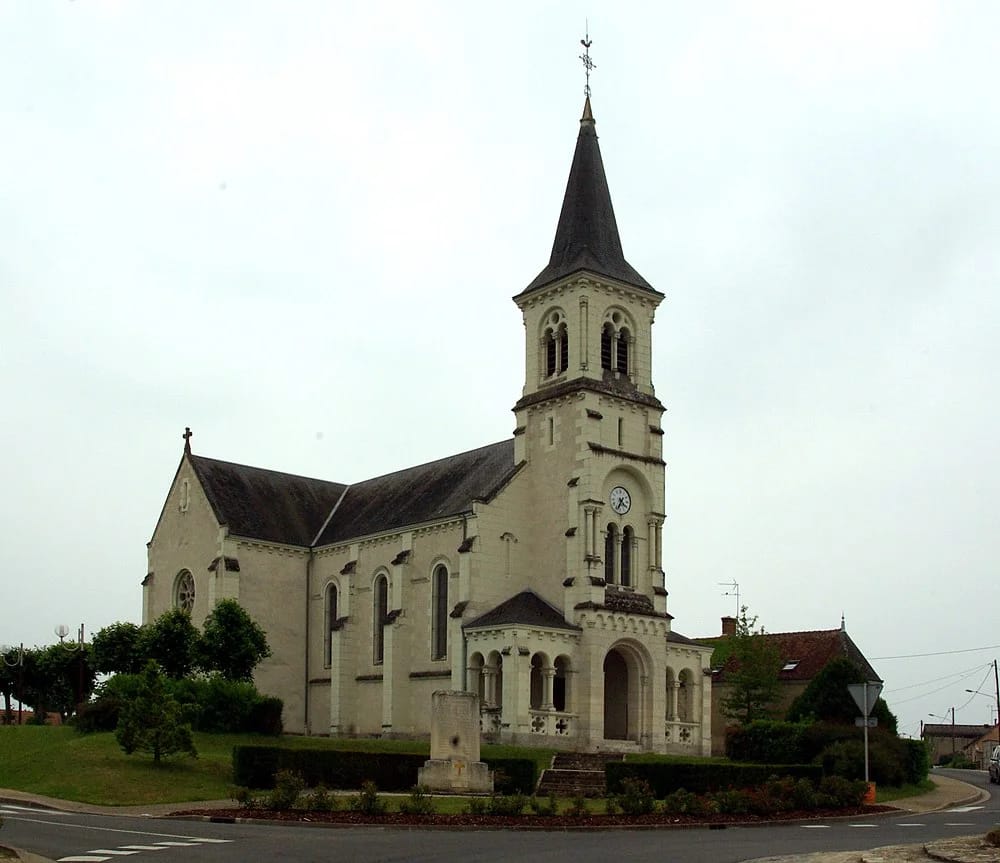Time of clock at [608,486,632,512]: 4:34
